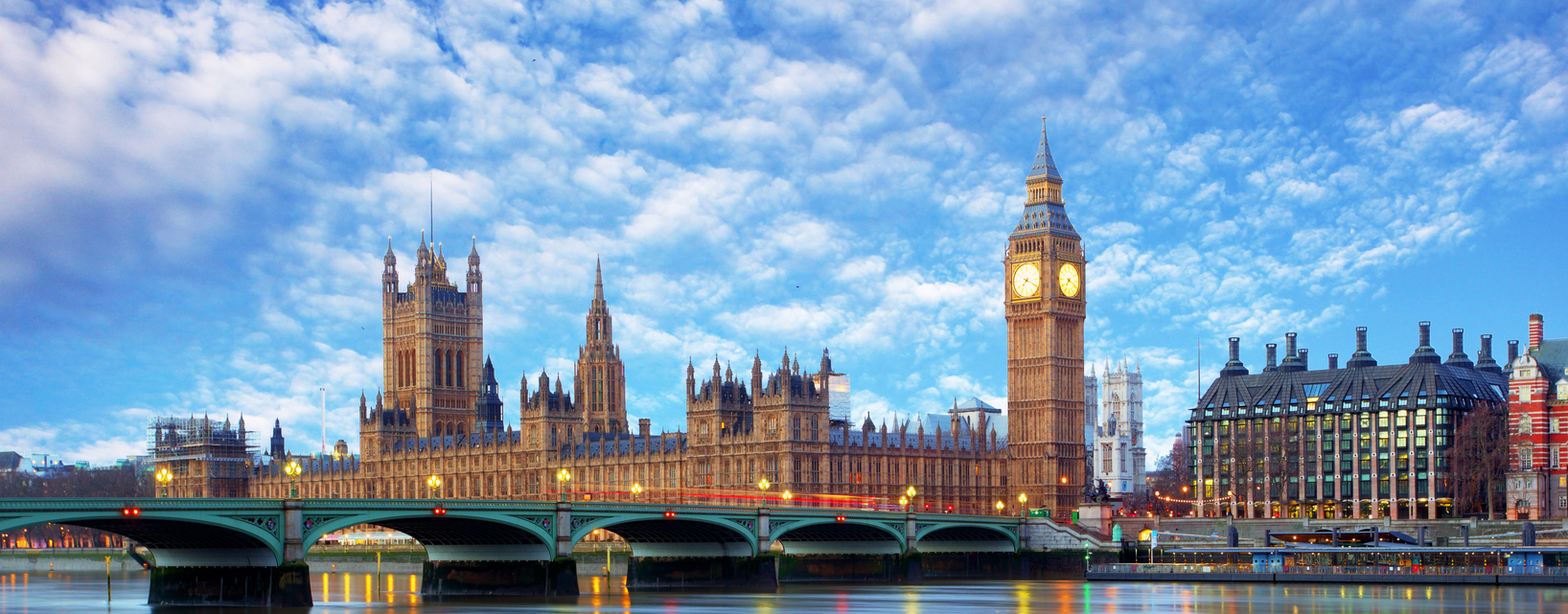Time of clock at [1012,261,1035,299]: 7:19
